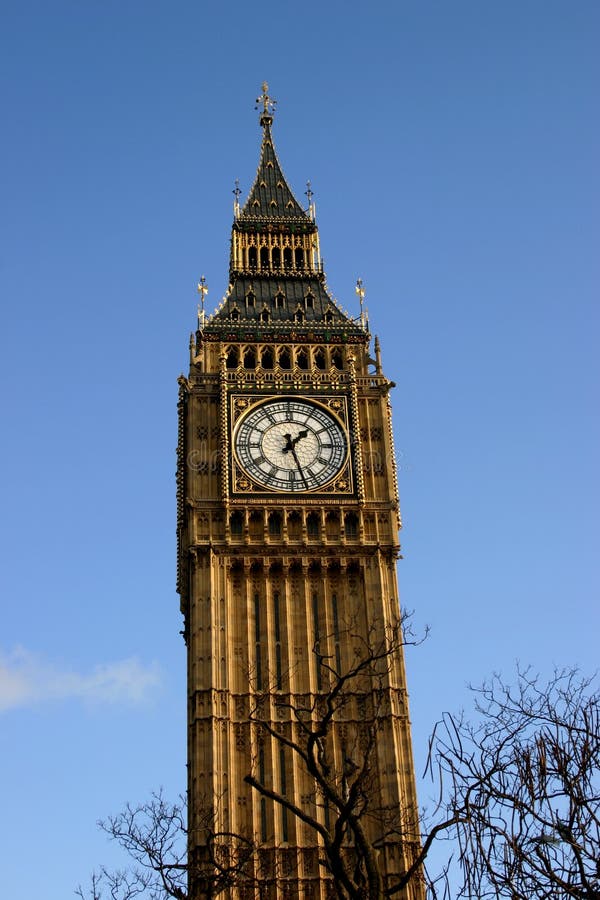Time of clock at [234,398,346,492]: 1:27
